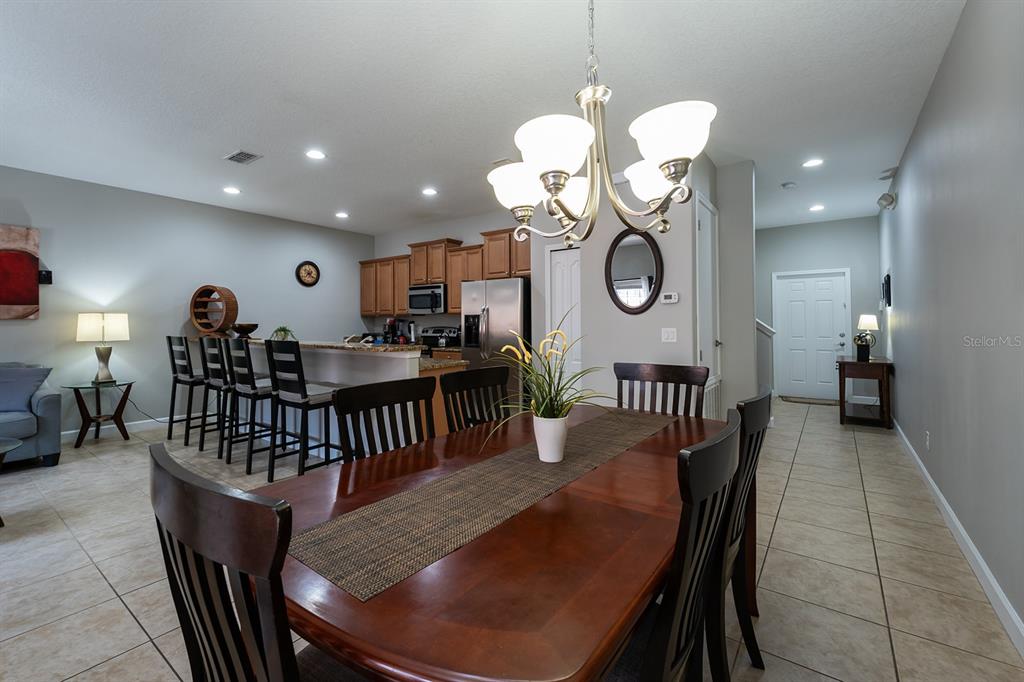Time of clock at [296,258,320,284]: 7:21
